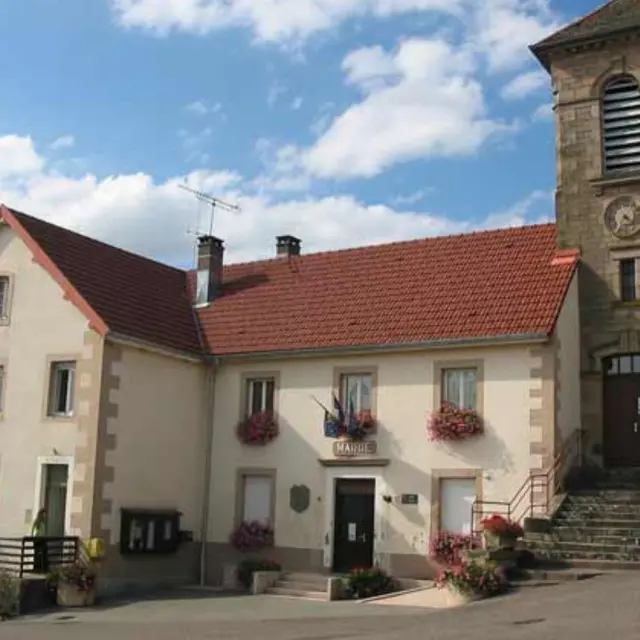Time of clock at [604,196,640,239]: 4:35
